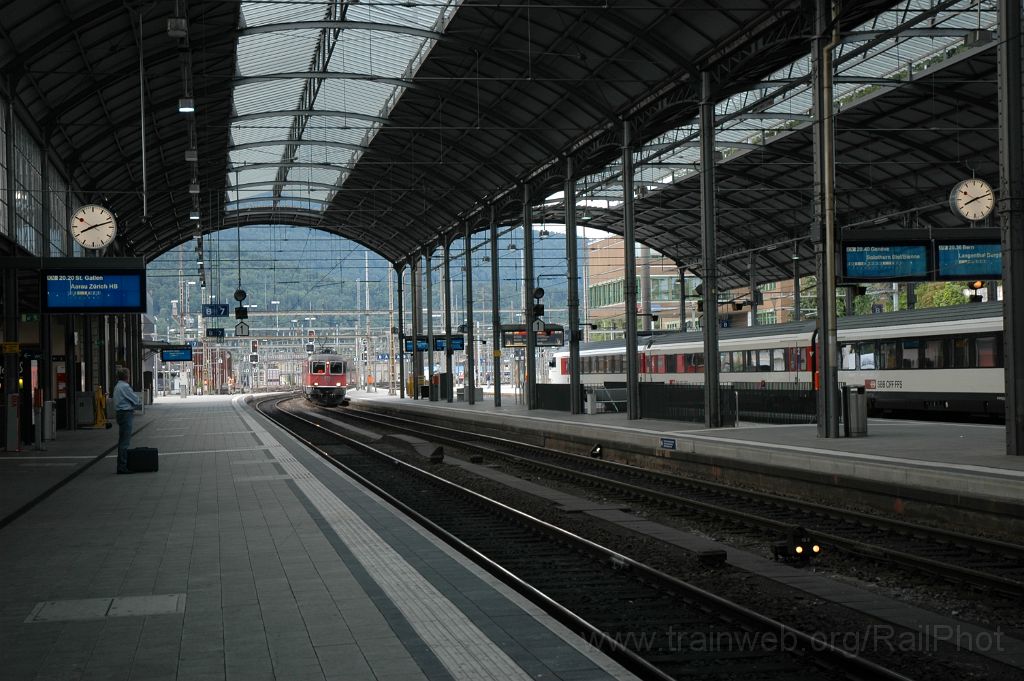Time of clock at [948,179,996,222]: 8:12
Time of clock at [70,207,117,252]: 8:12
